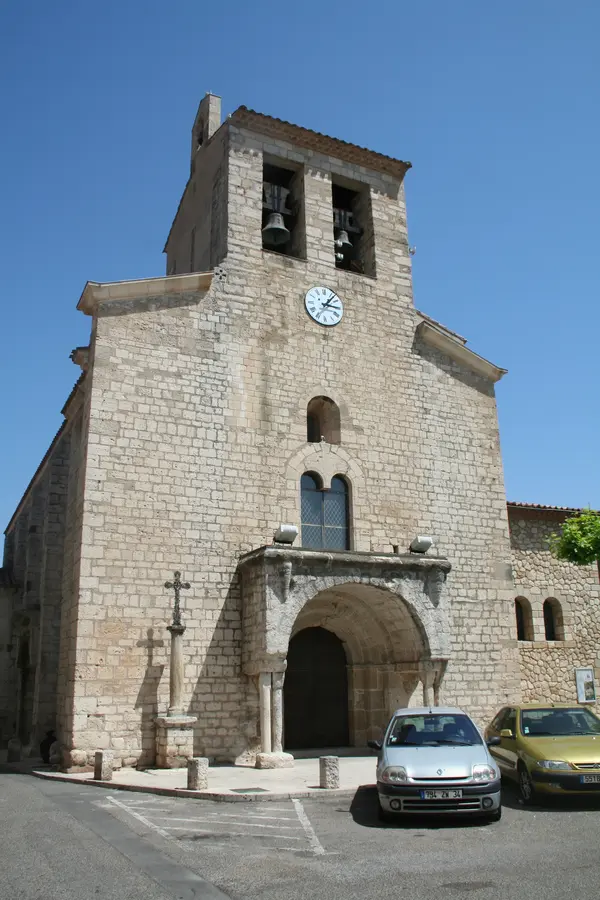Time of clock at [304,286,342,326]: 3:06
